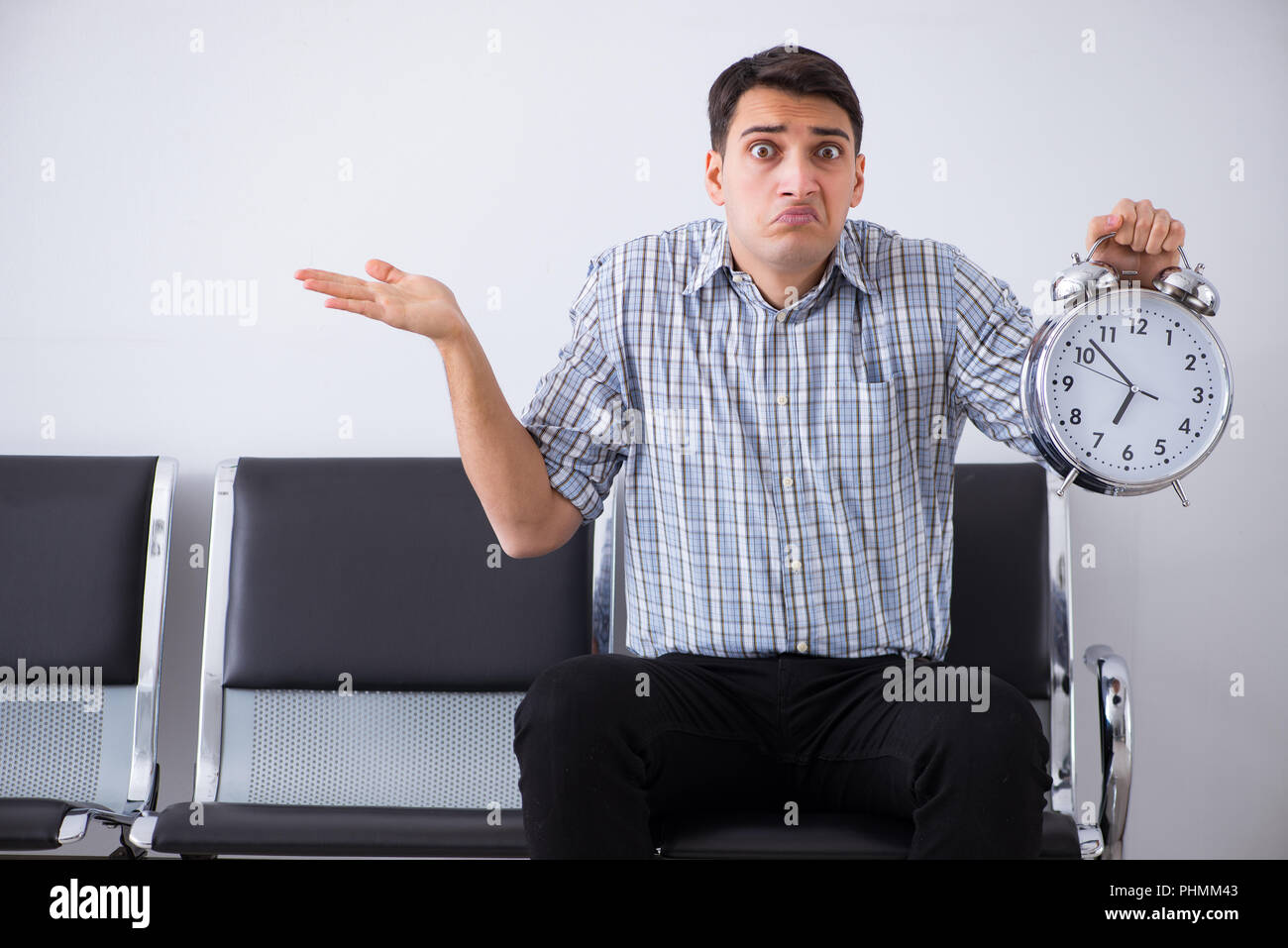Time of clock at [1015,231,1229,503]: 6:52
